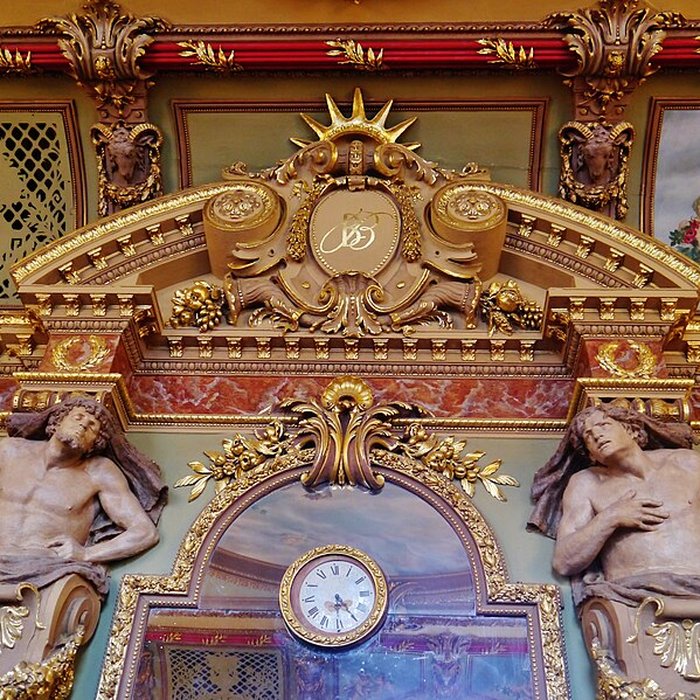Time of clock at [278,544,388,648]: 5:24
